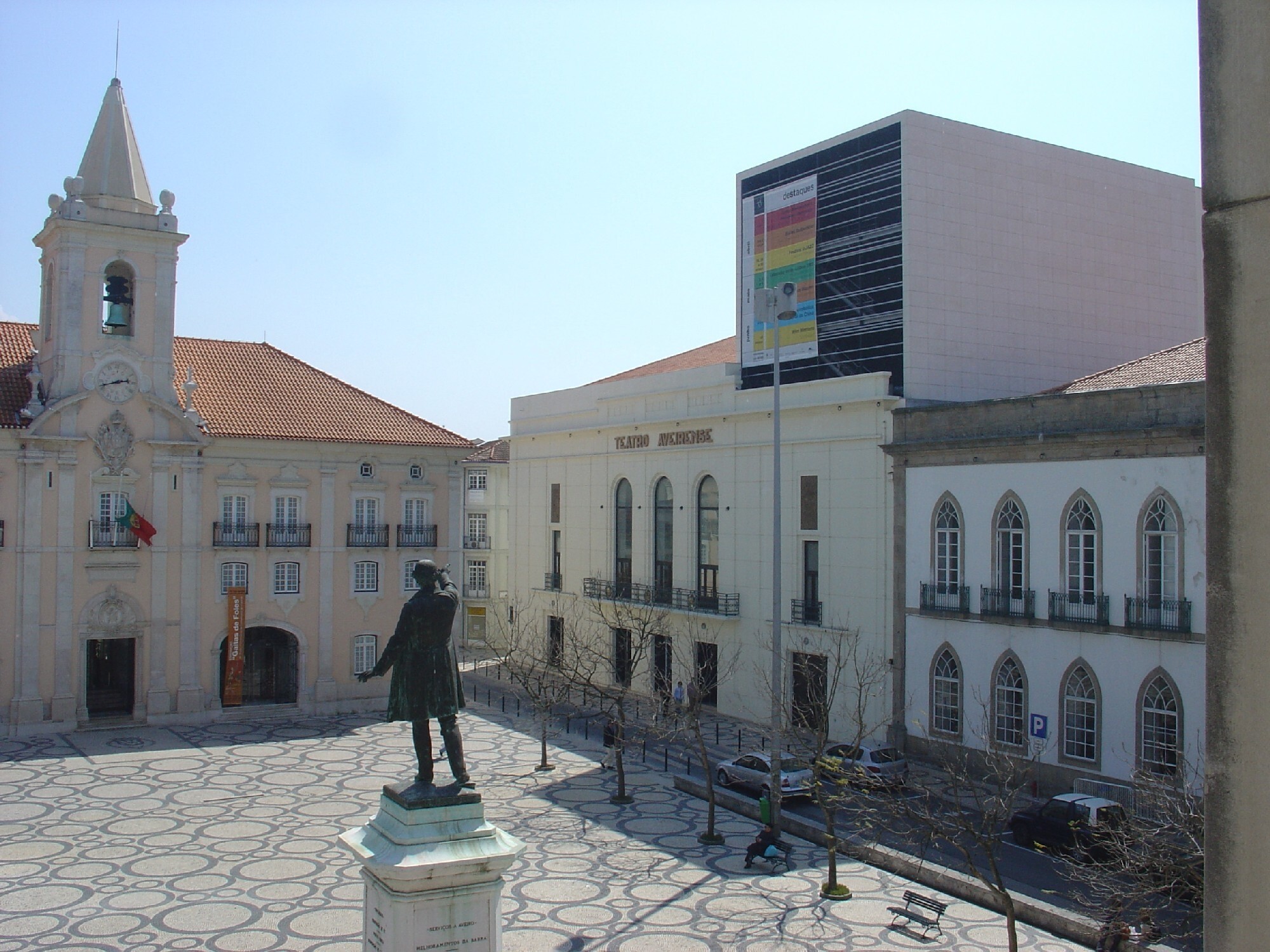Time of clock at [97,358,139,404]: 2:42
